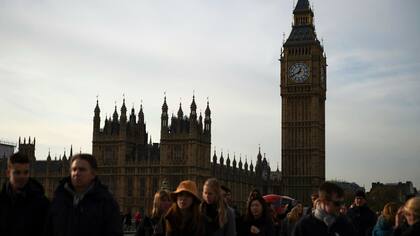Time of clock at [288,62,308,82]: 12:40
